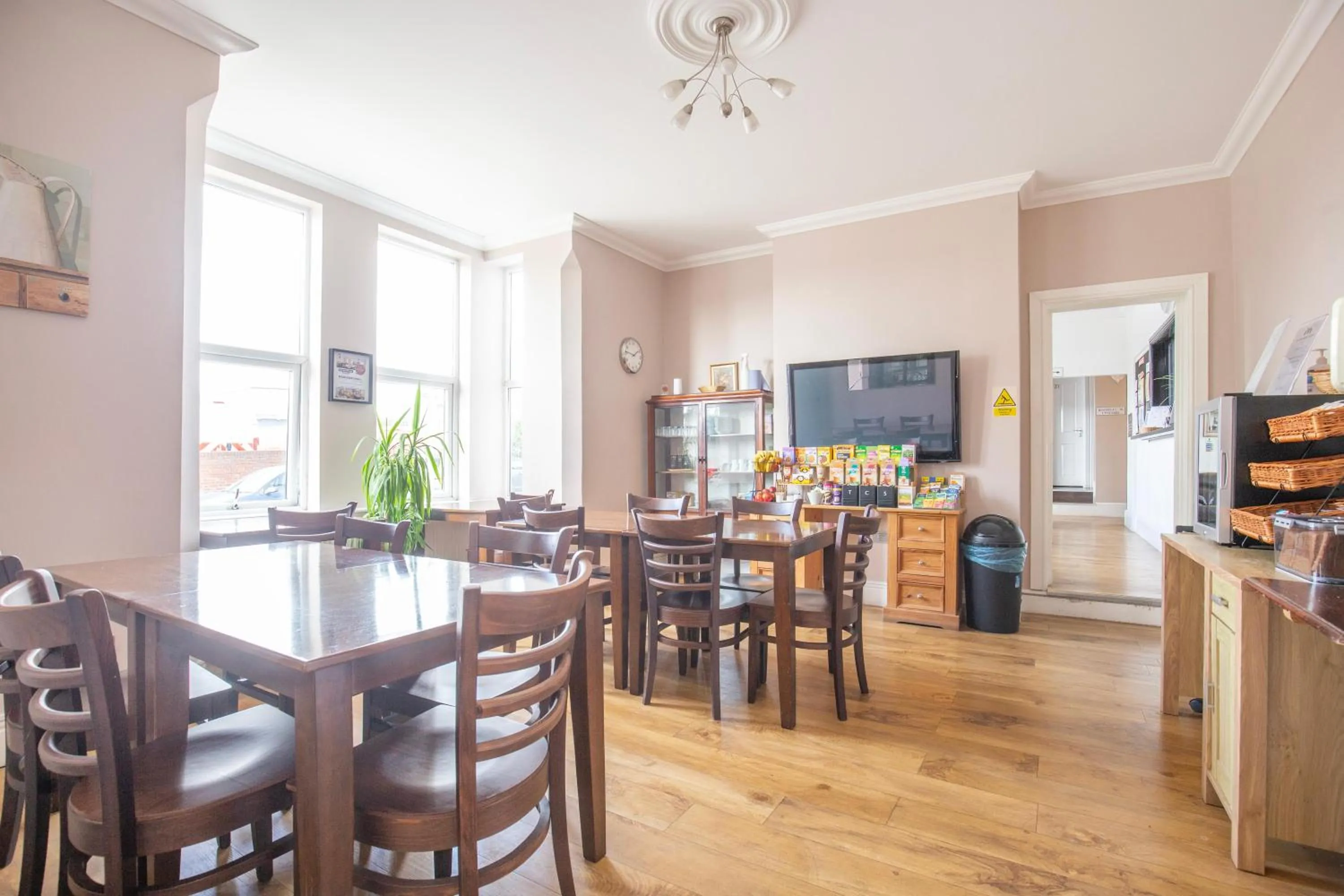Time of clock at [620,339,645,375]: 1:46
